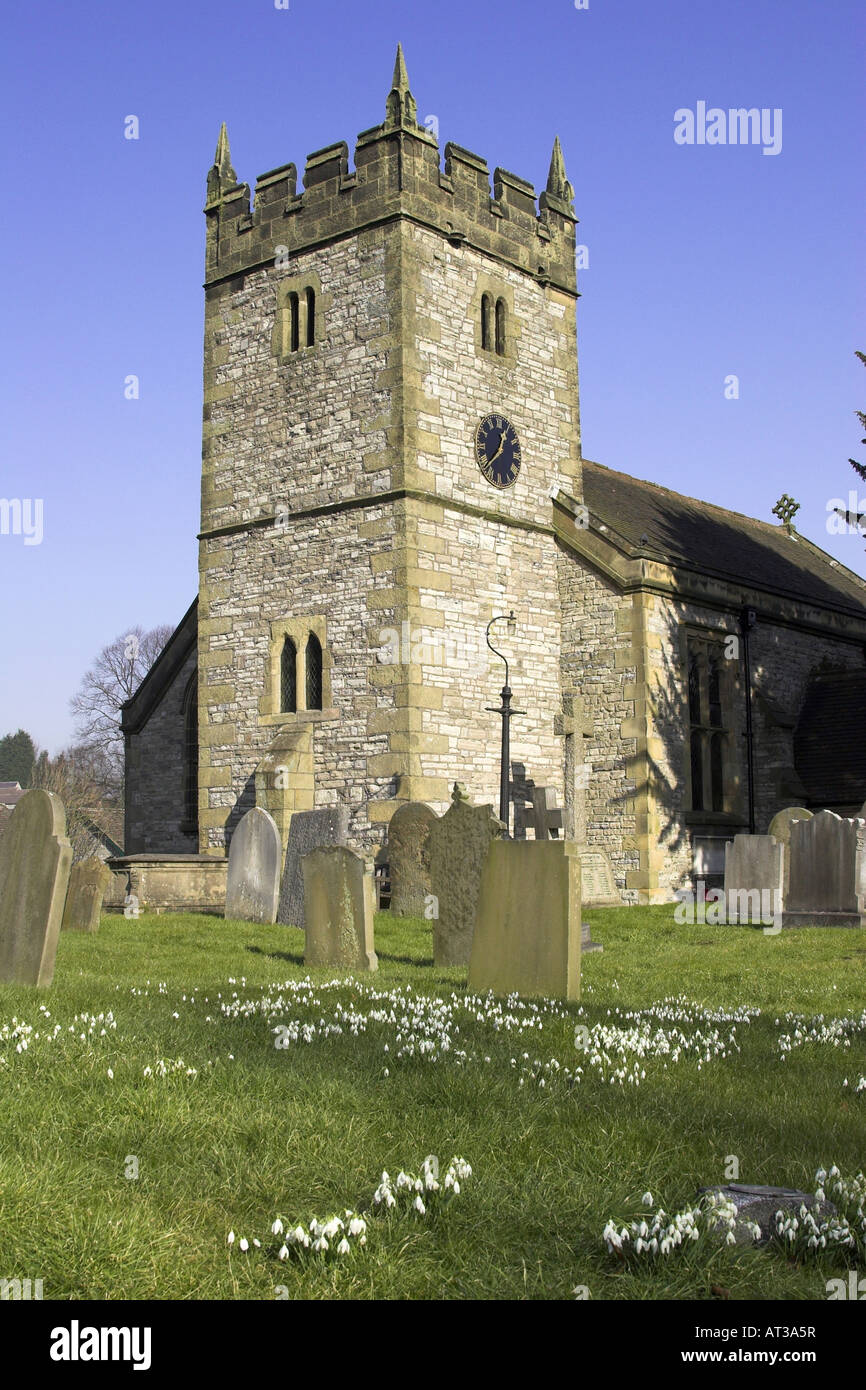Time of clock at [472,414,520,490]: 12:37
